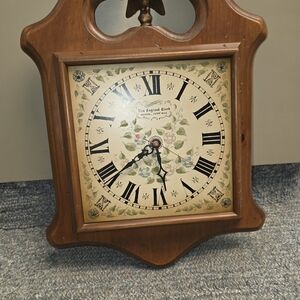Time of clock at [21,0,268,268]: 5:38
